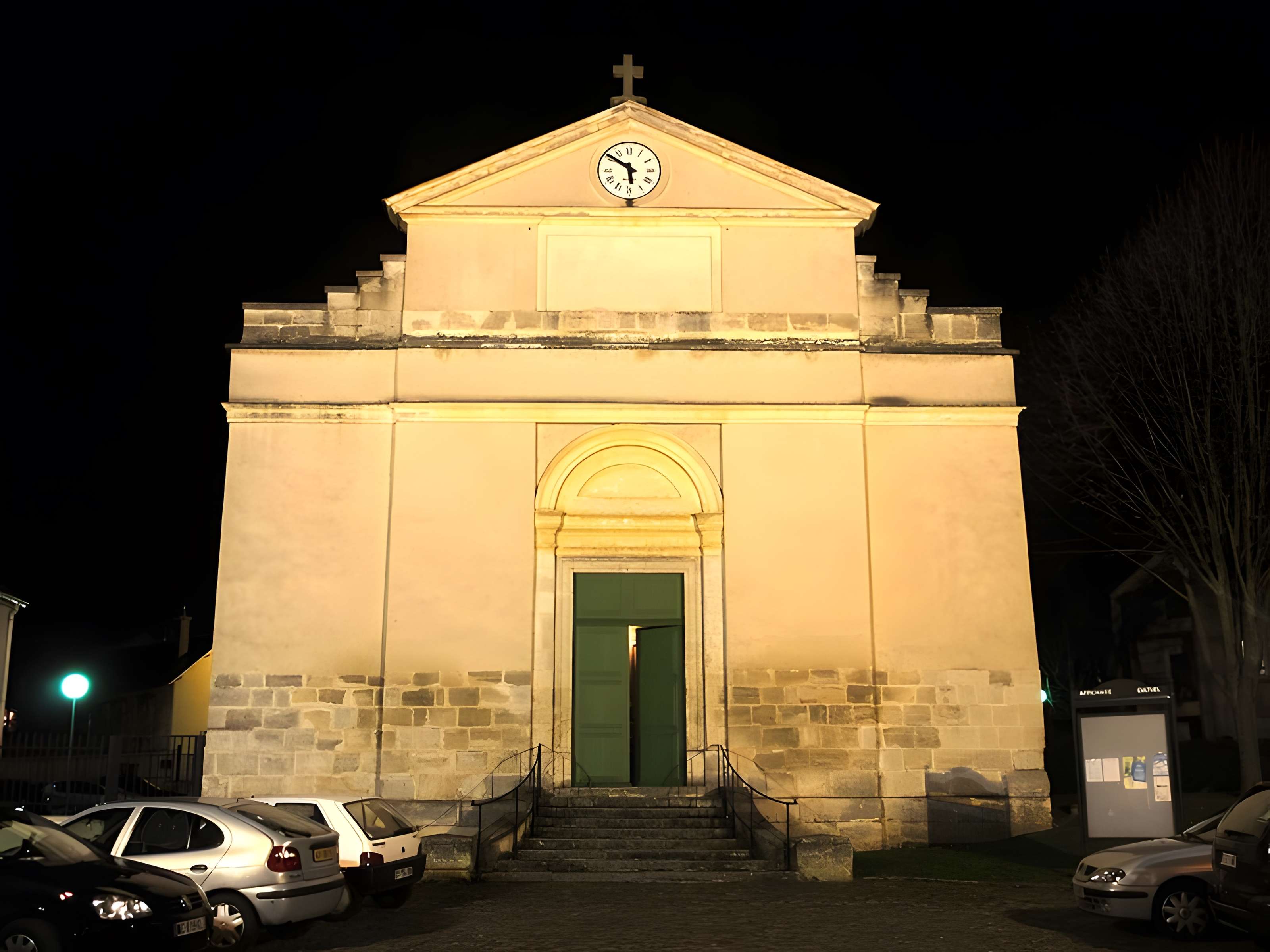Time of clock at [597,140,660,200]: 5:51
